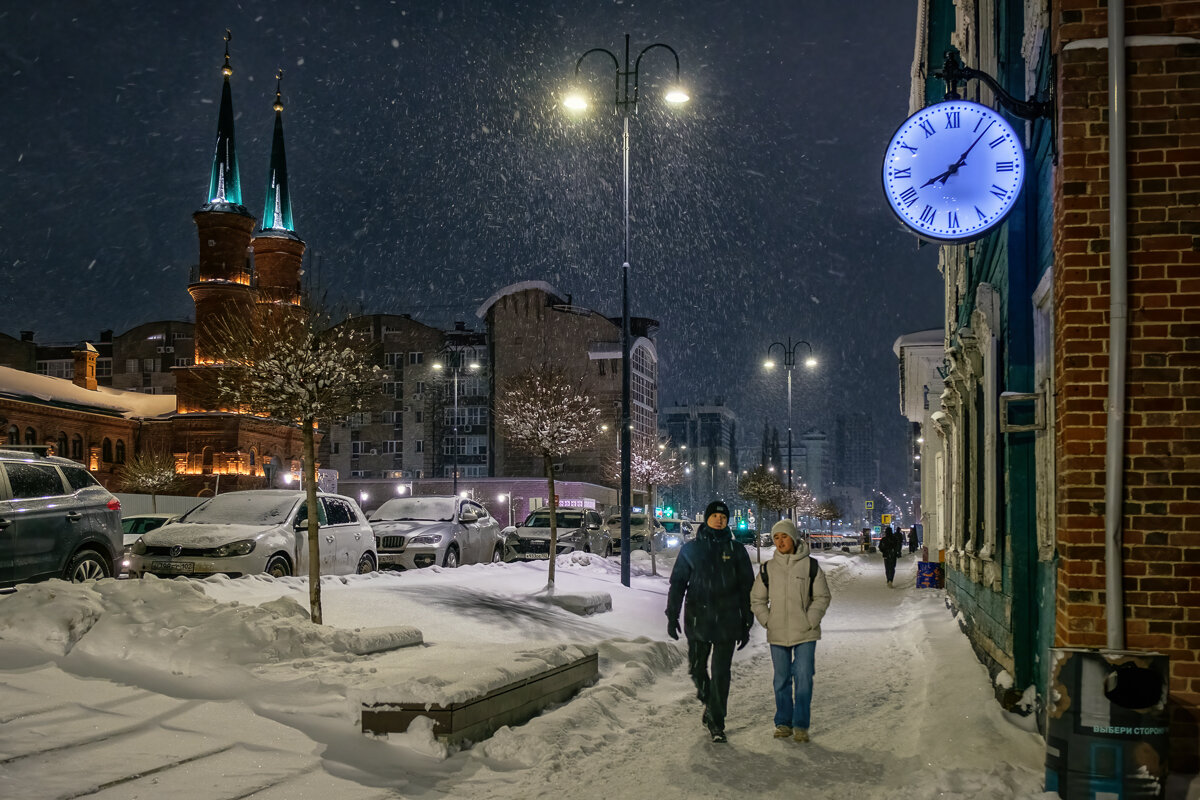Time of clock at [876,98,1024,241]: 8:07
